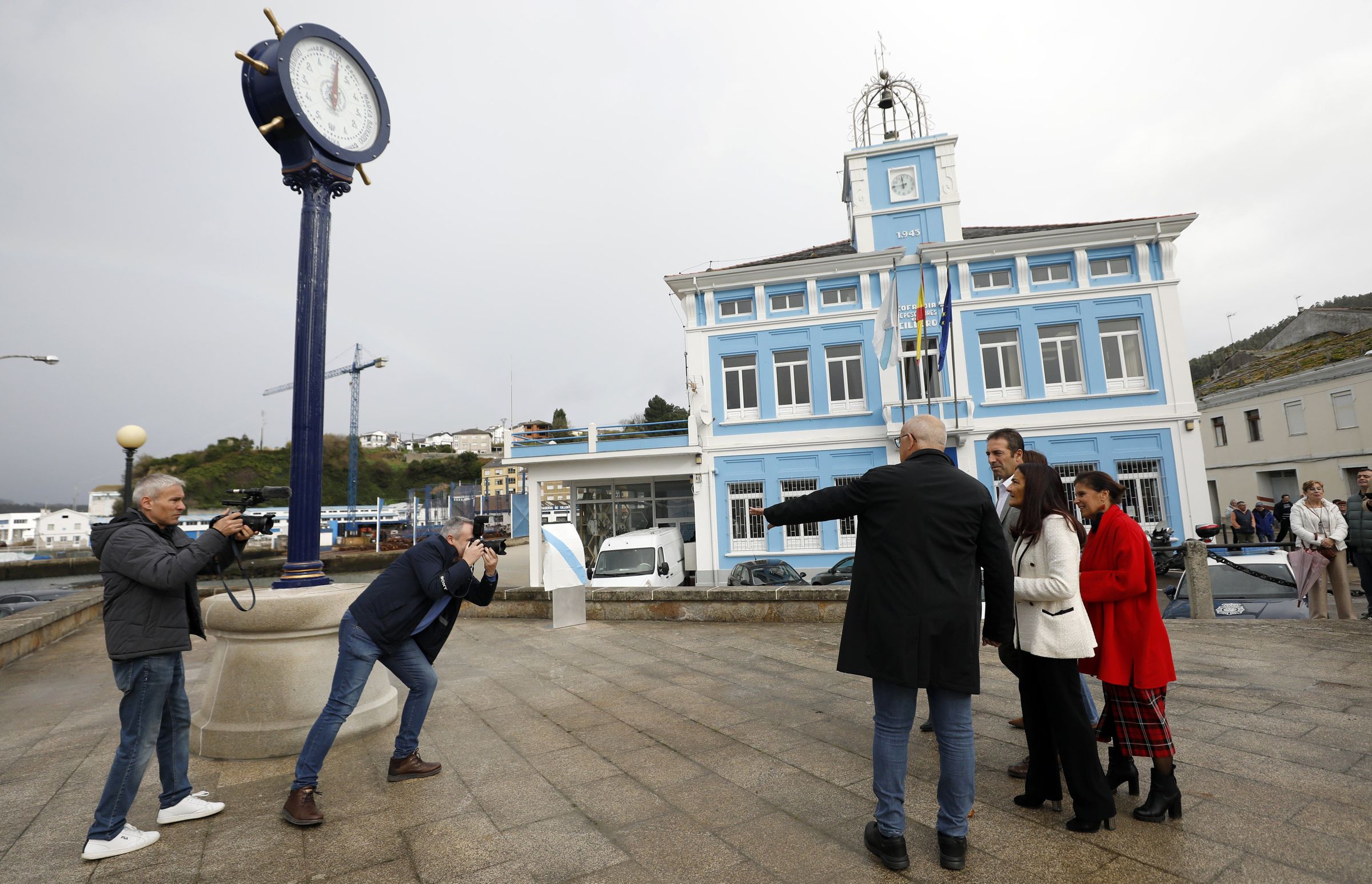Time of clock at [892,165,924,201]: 11:44
